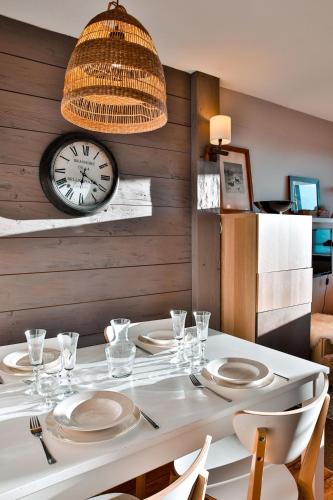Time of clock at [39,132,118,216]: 6:19
